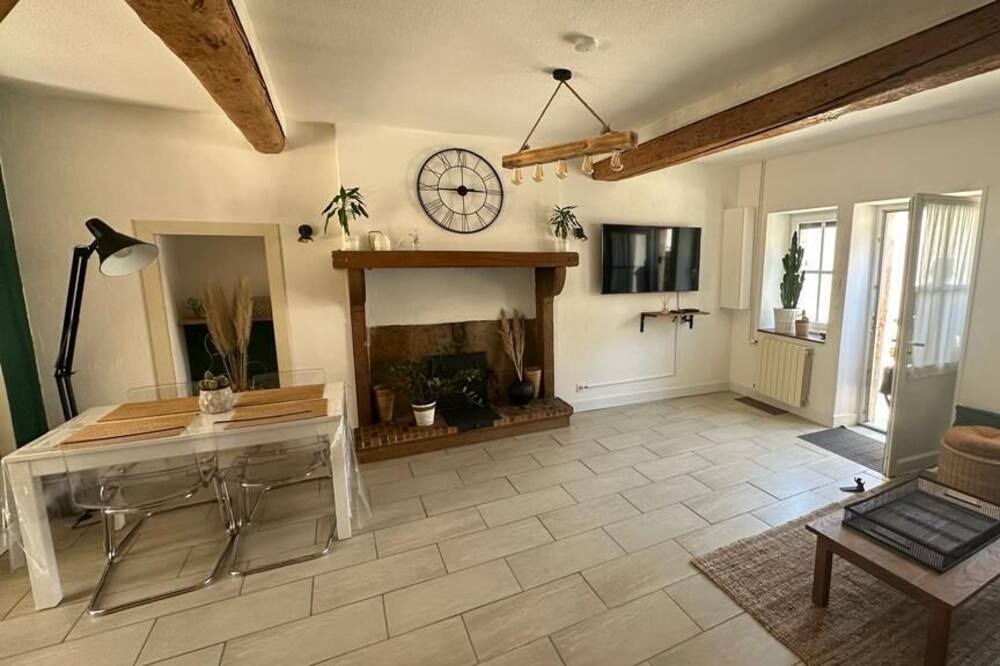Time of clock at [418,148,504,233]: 2:45
